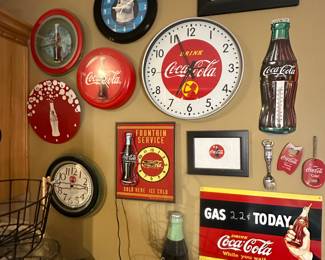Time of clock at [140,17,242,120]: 6:56
